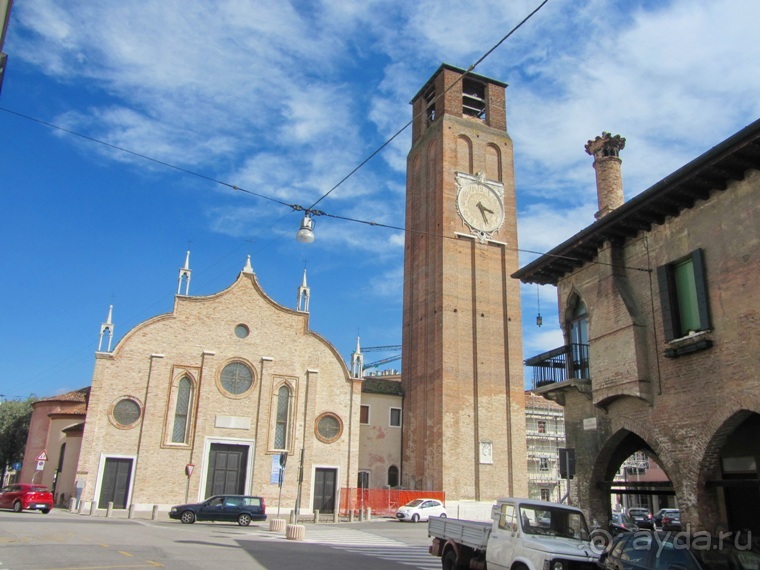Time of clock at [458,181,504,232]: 3:26
